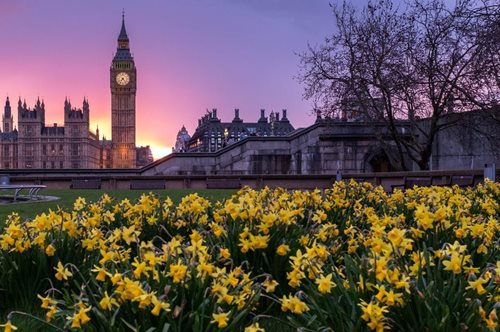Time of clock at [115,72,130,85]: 7:23
